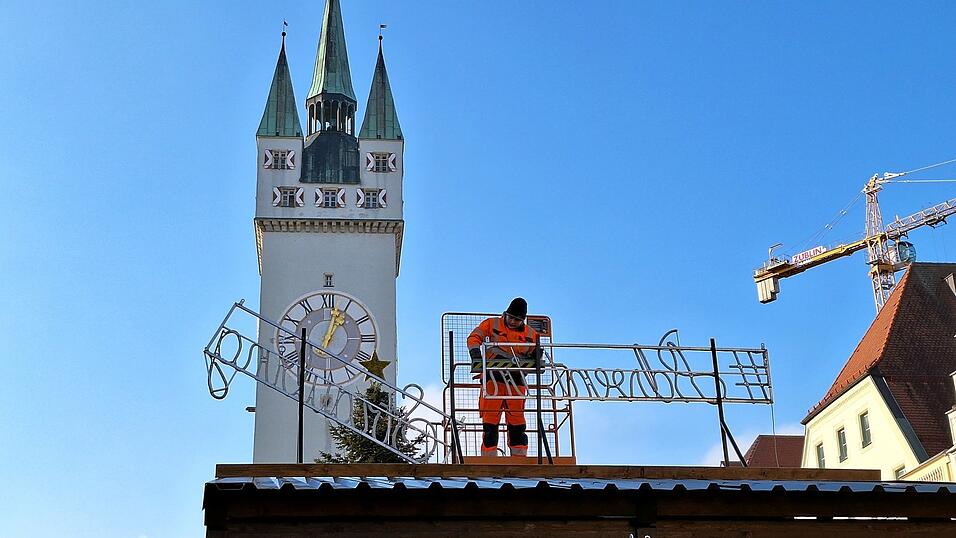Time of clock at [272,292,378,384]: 1:02
